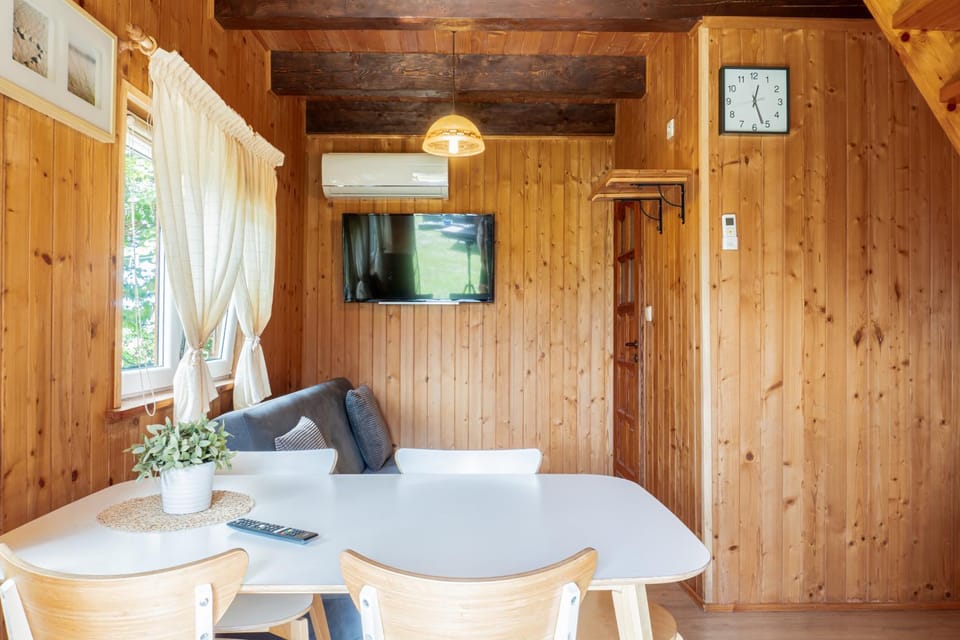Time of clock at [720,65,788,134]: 12:26
